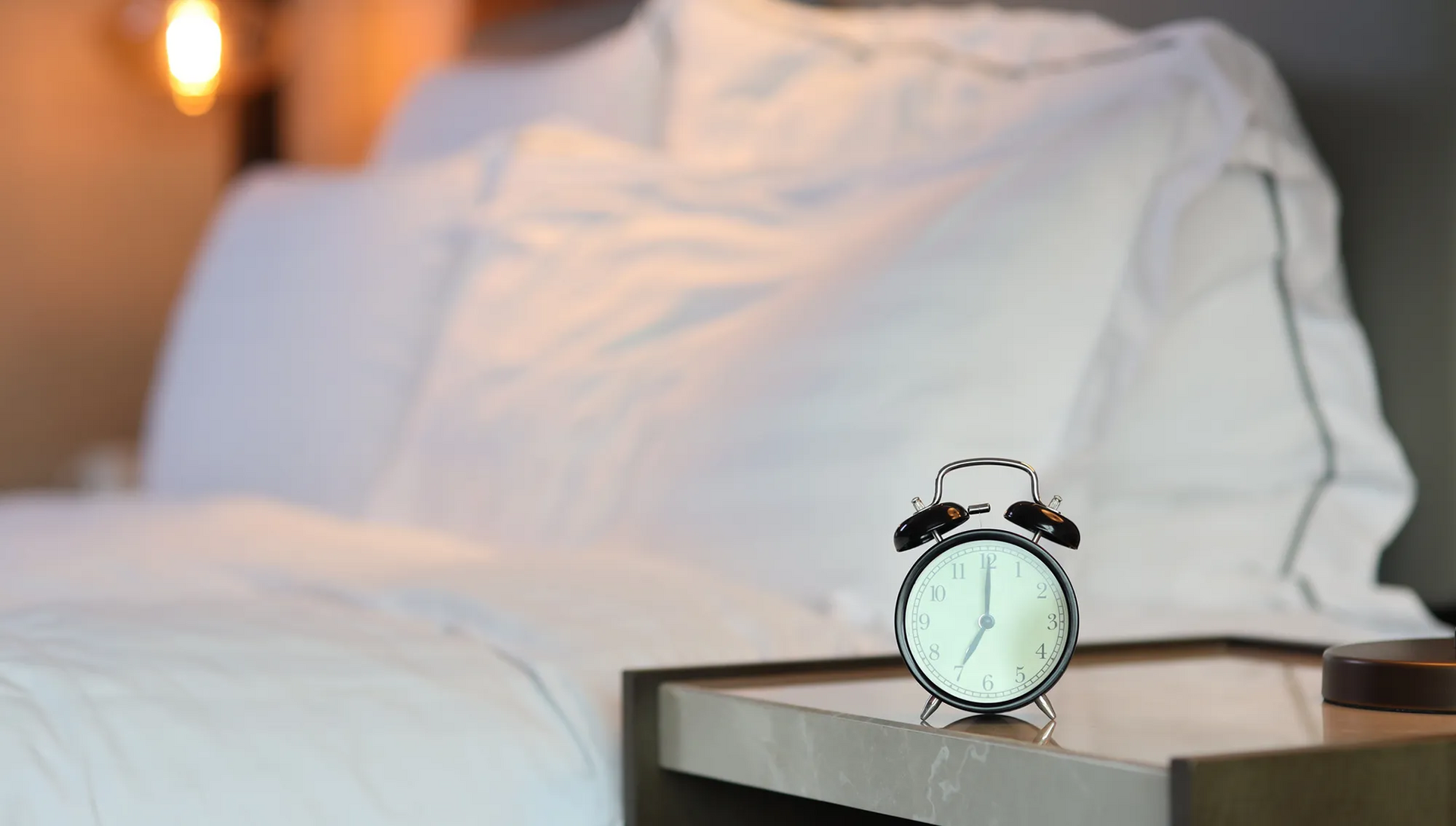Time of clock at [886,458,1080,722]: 7:00
